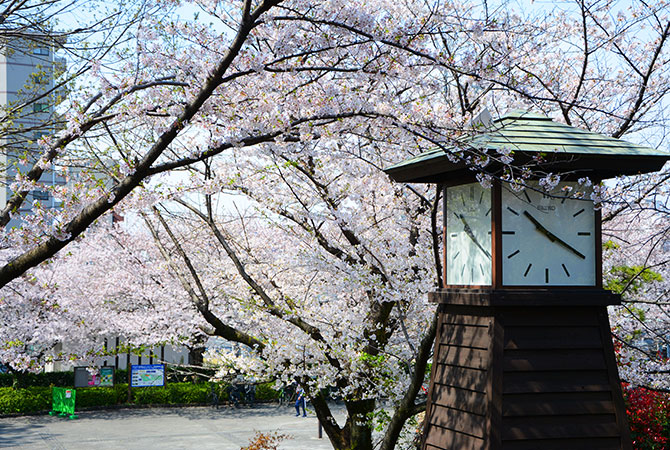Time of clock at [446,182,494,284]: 10:20
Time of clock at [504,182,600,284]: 10:19
